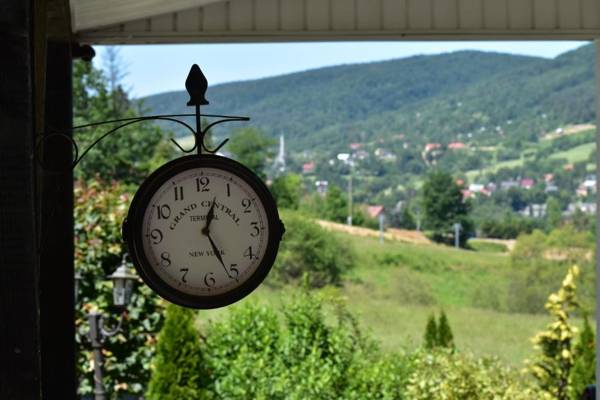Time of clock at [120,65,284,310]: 12:26
